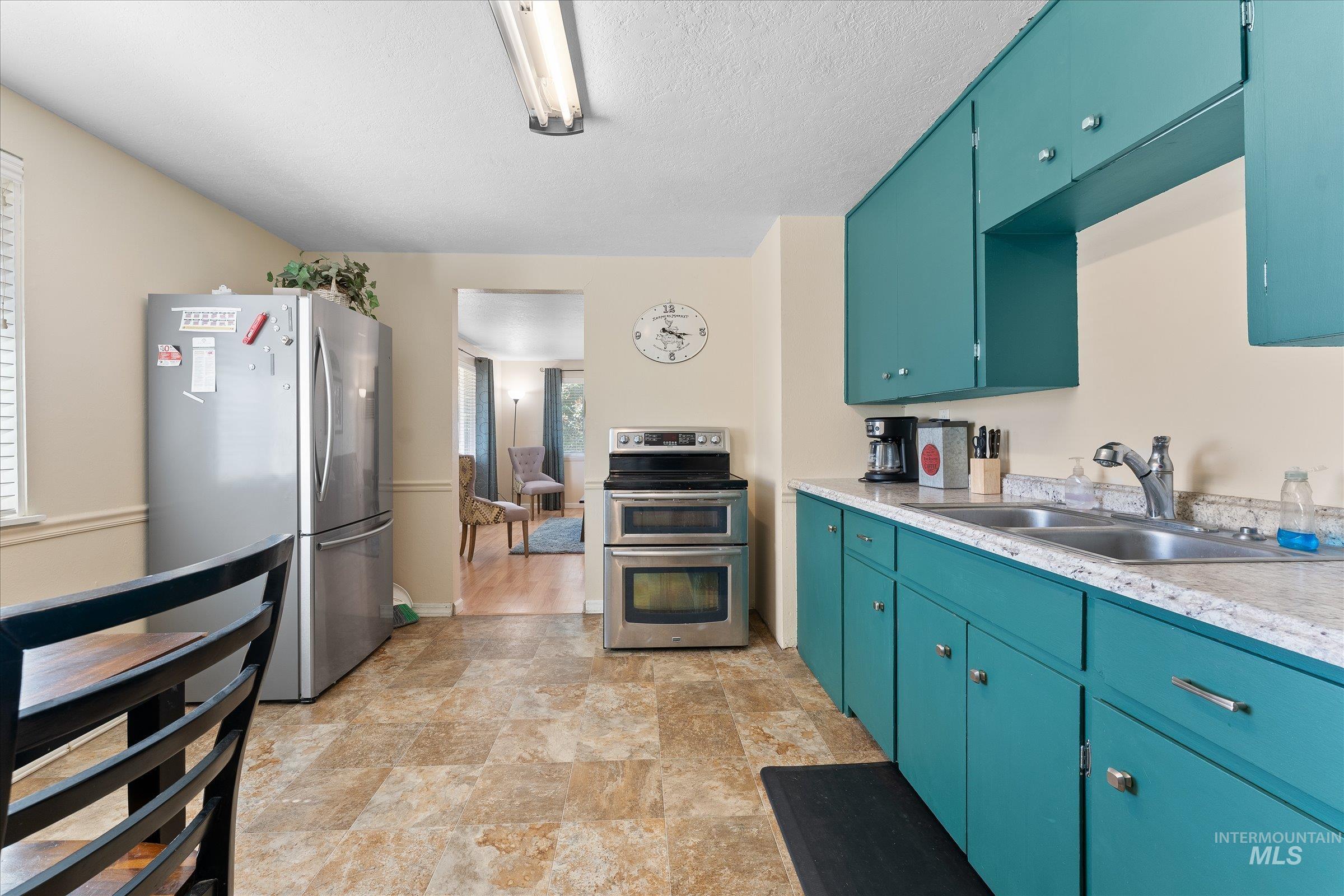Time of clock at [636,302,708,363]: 4:17
